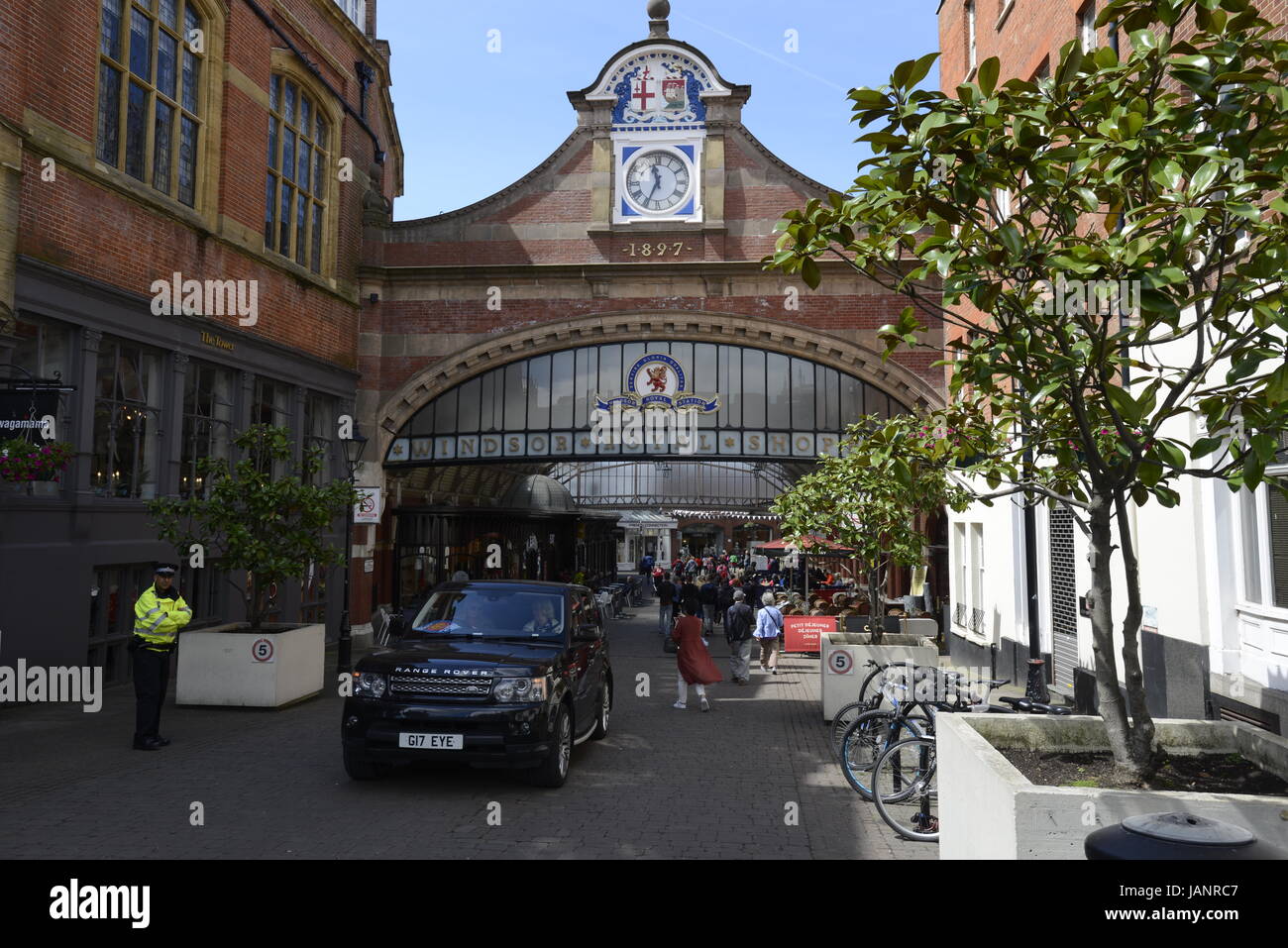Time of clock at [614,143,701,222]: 11:34
